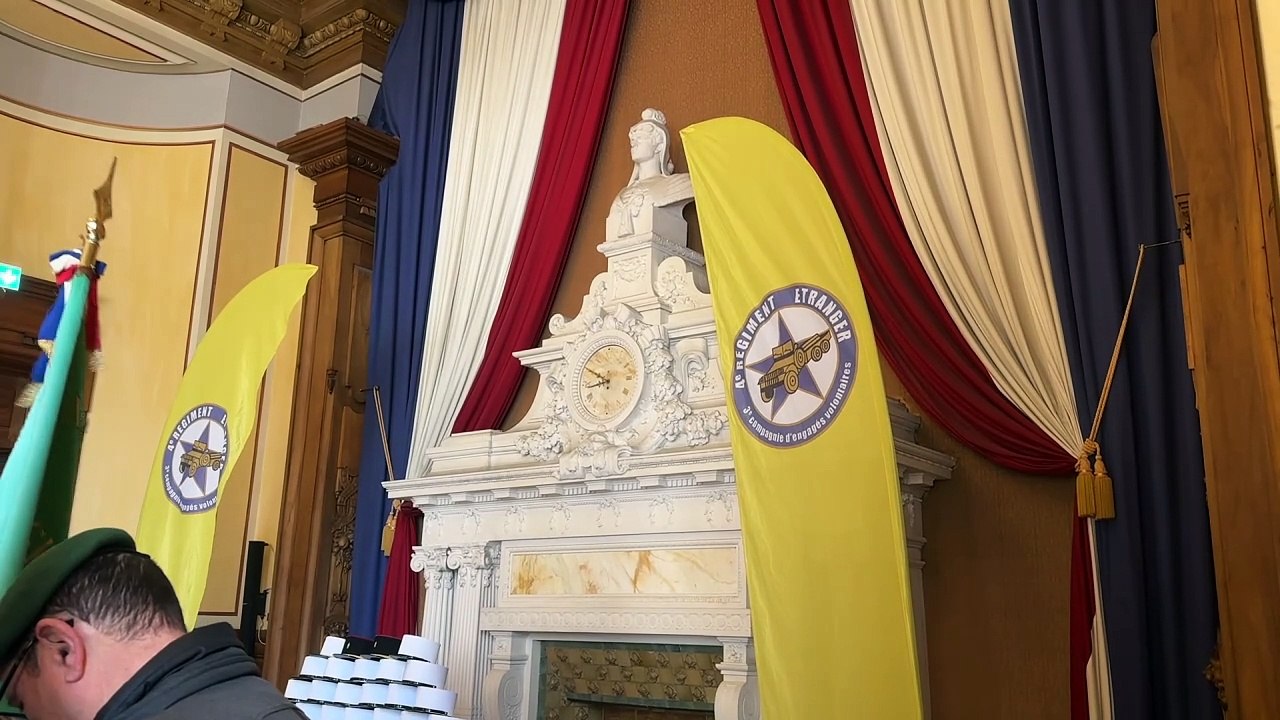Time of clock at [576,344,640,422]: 8:49
